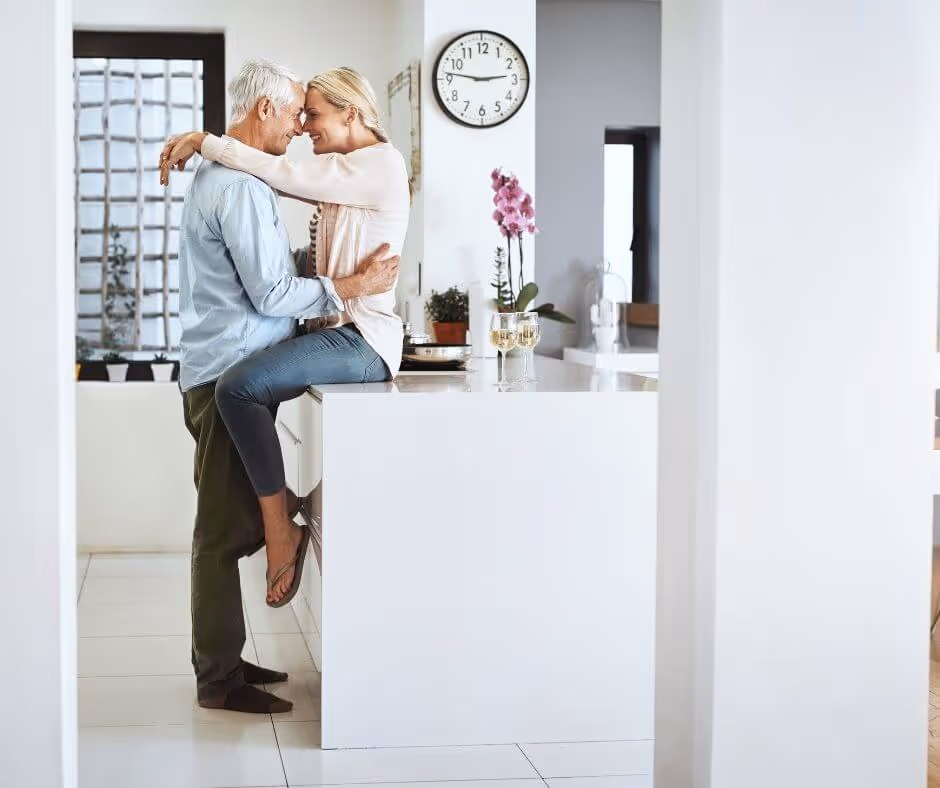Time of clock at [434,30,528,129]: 2:46
